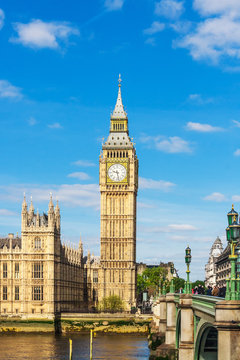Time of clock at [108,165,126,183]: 9:28
